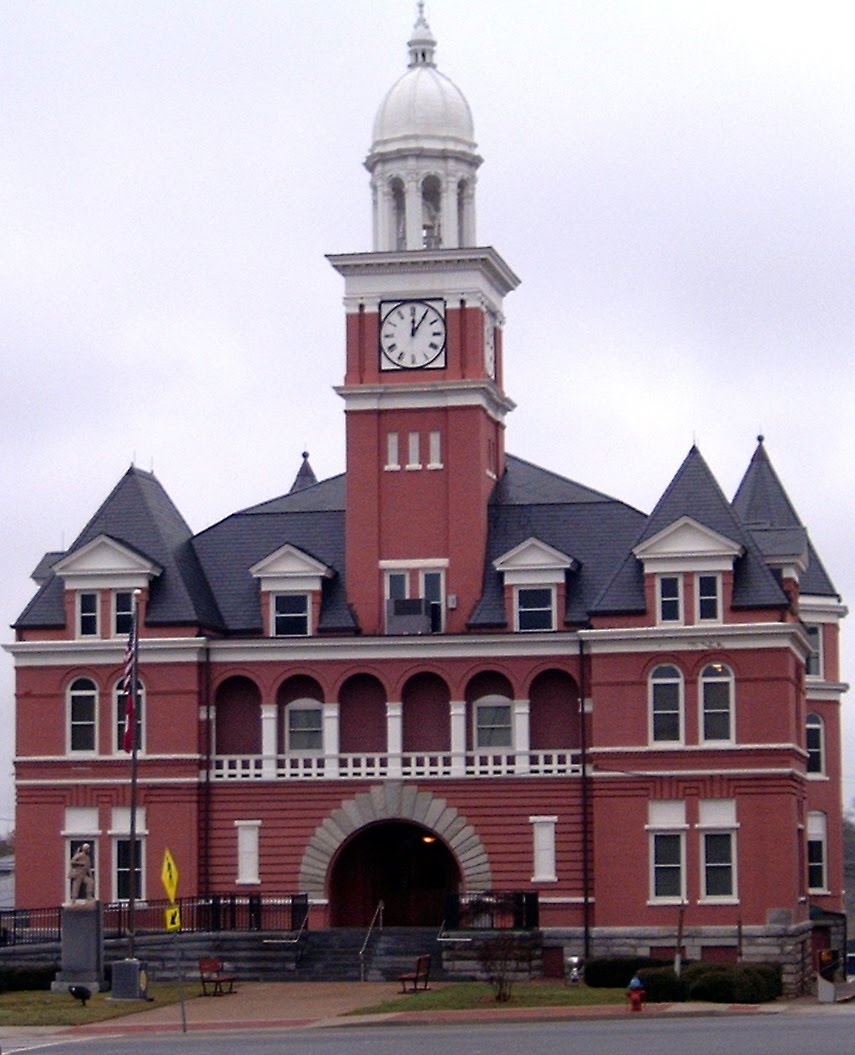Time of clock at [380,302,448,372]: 12:05
